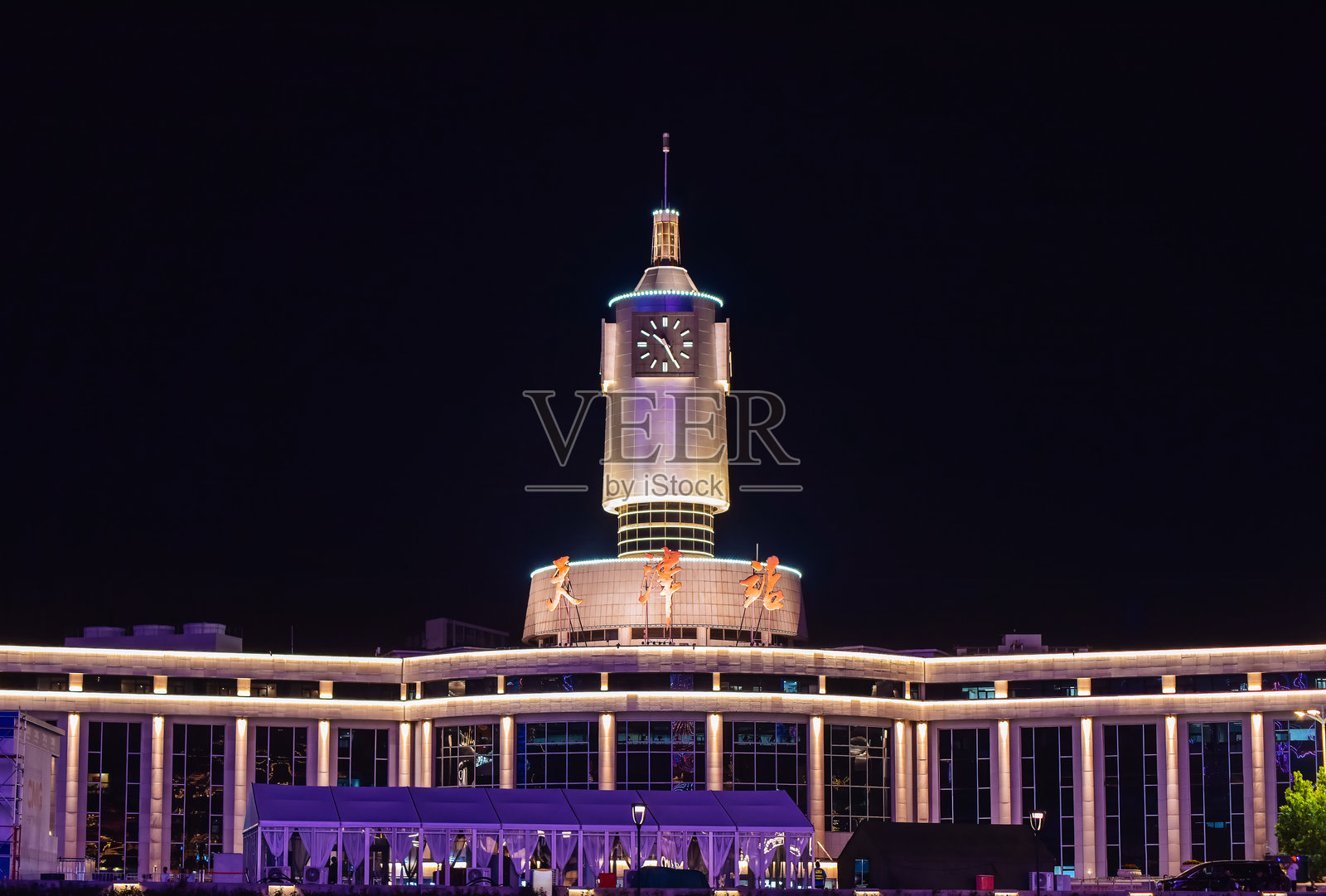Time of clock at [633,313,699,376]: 10:25
